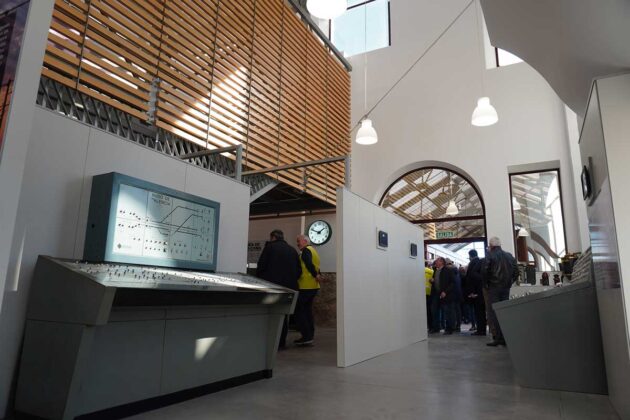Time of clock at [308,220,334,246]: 1:48
